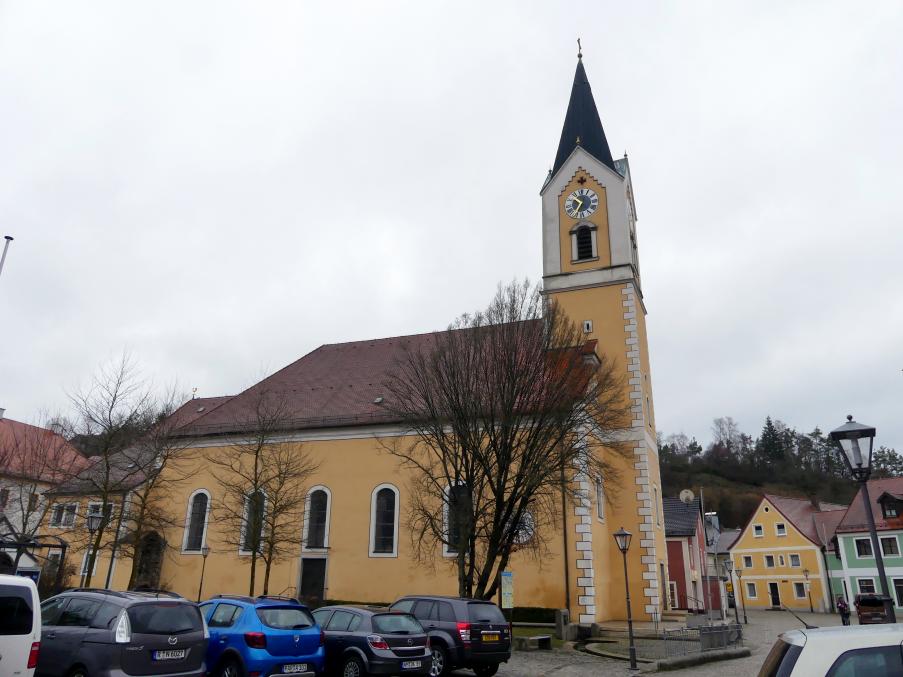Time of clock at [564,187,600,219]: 10:34
